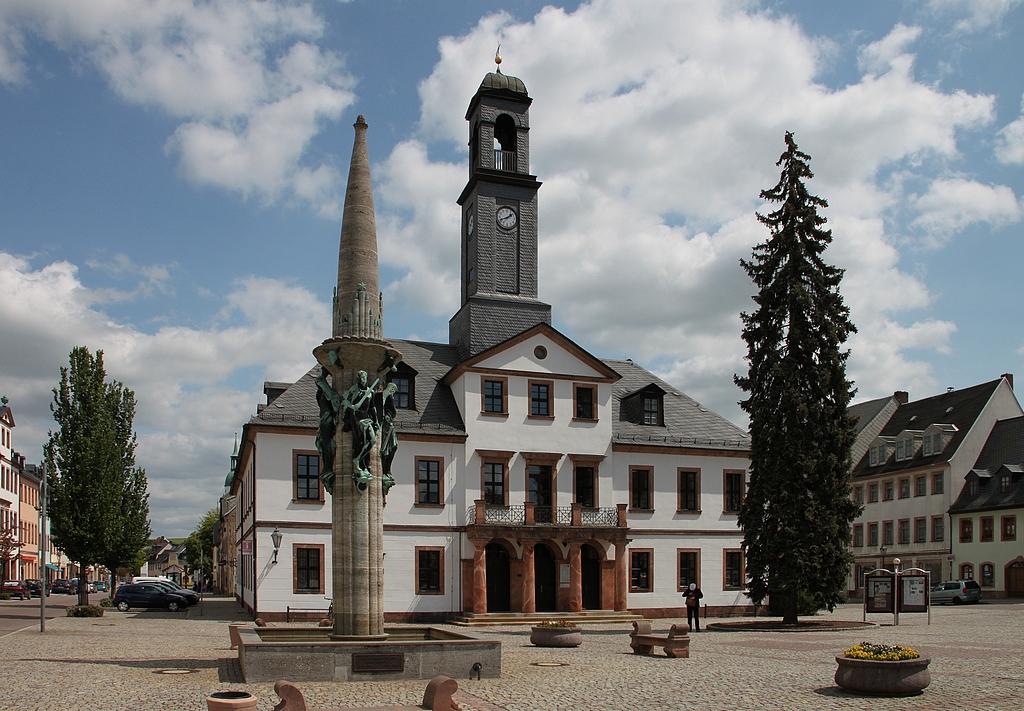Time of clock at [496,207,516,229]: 1:41
